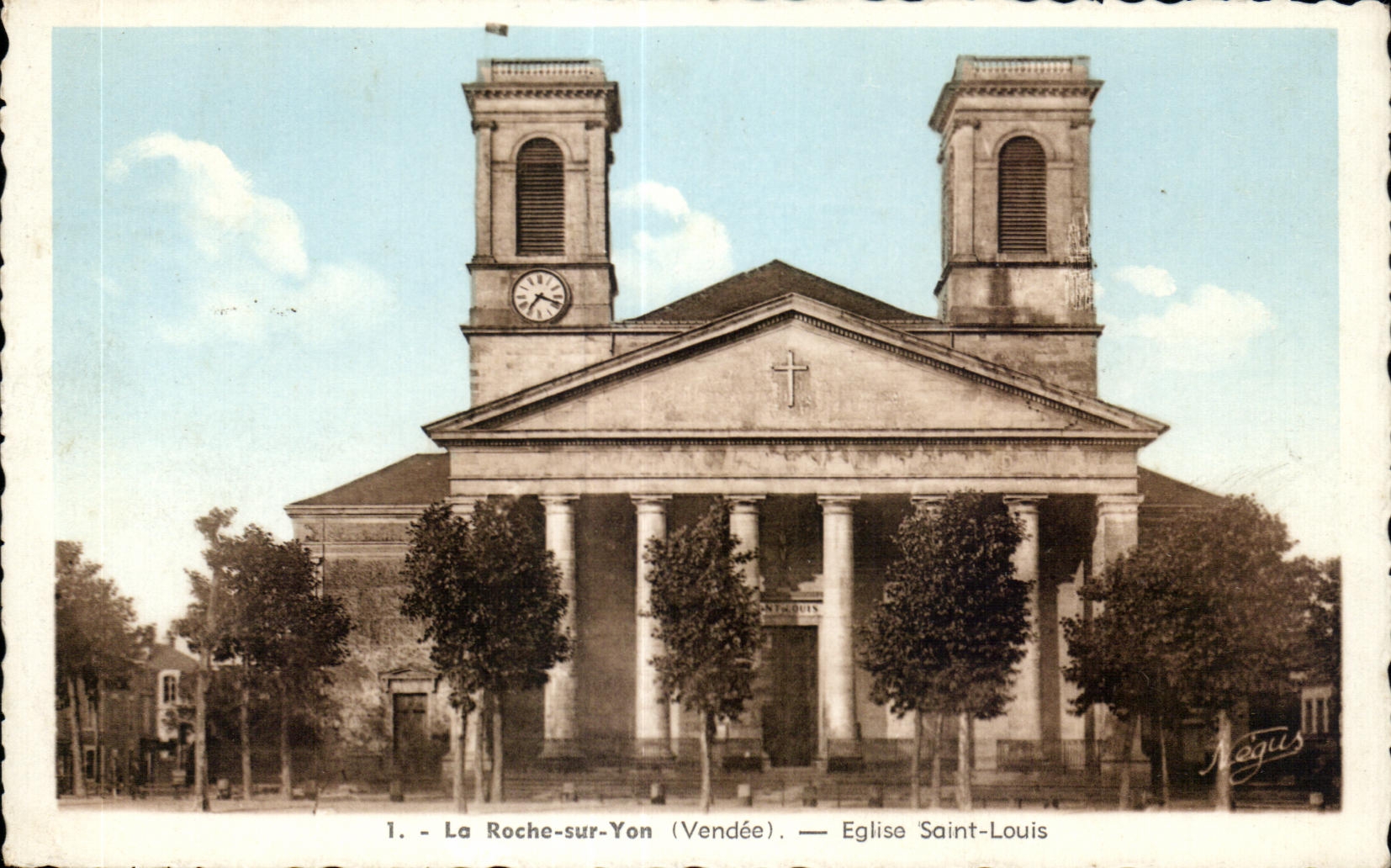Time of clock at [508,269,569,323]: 7:18
